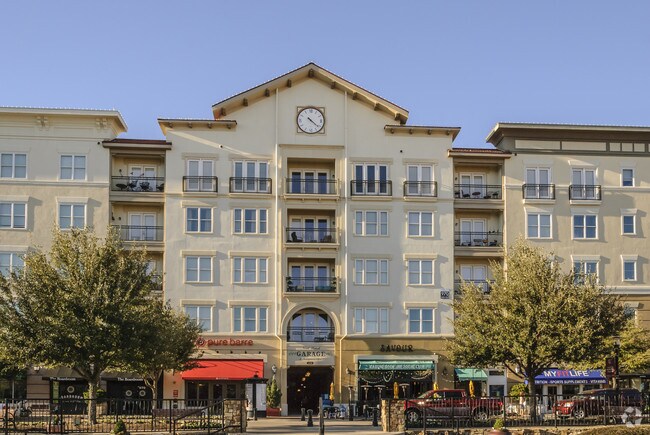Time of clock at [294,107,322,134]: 4:21
